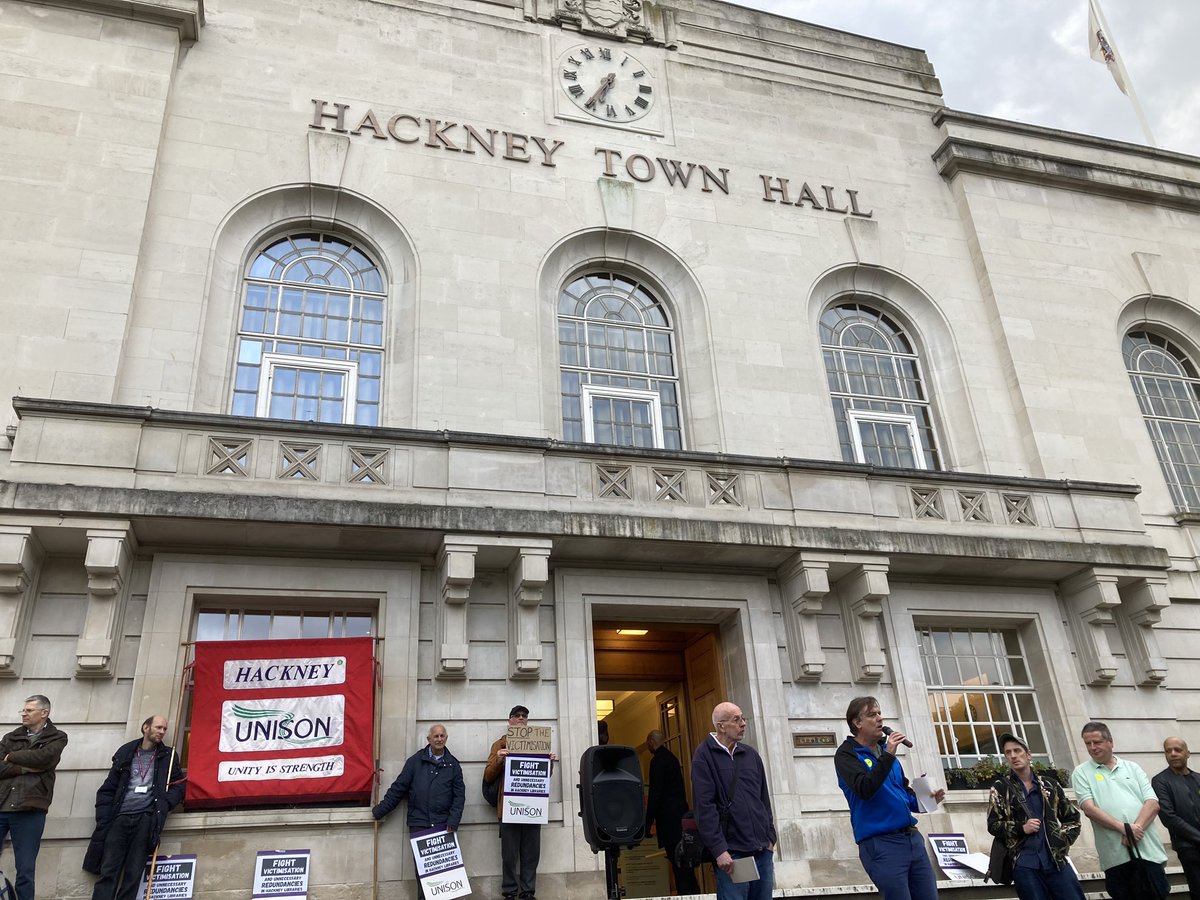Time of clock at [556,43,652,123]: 6:35
